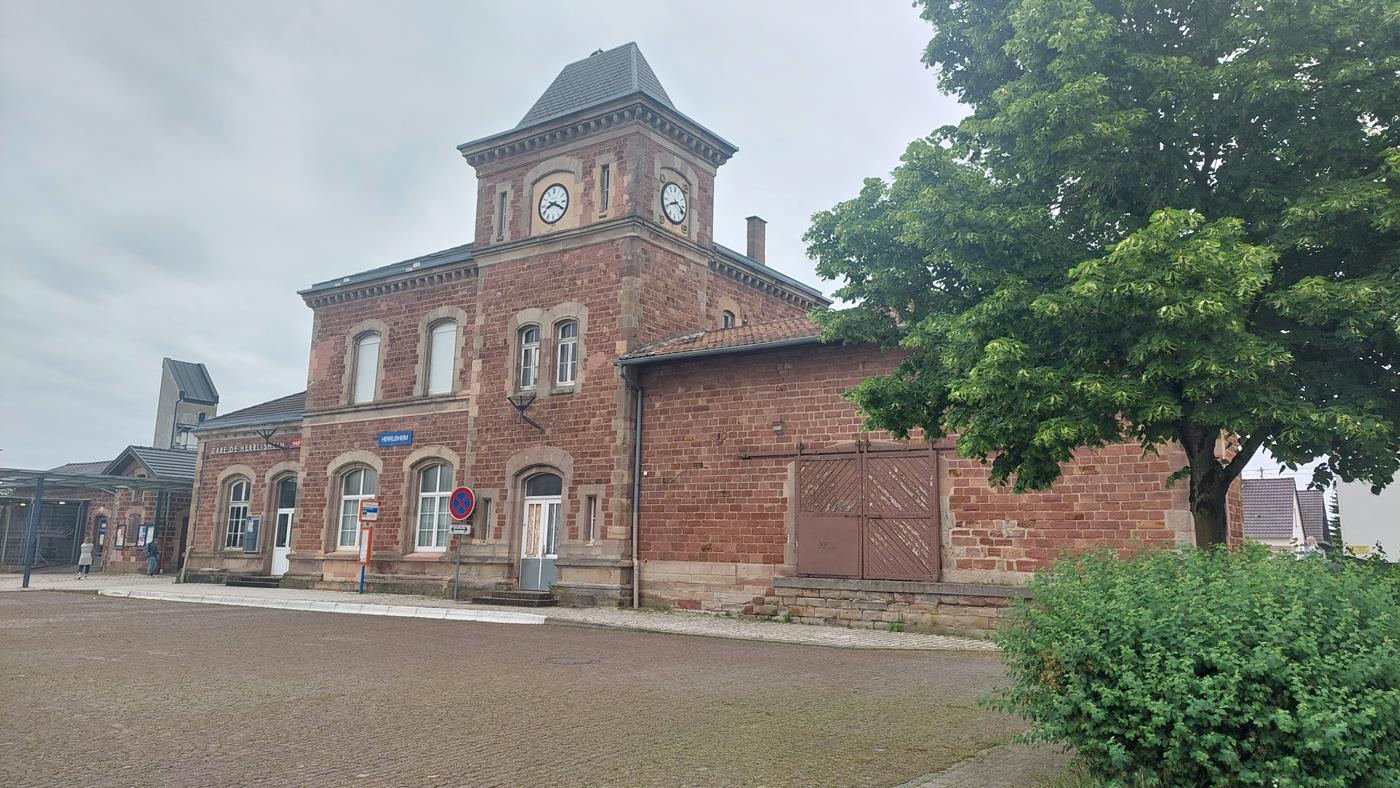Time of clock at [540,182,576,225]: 8:19
